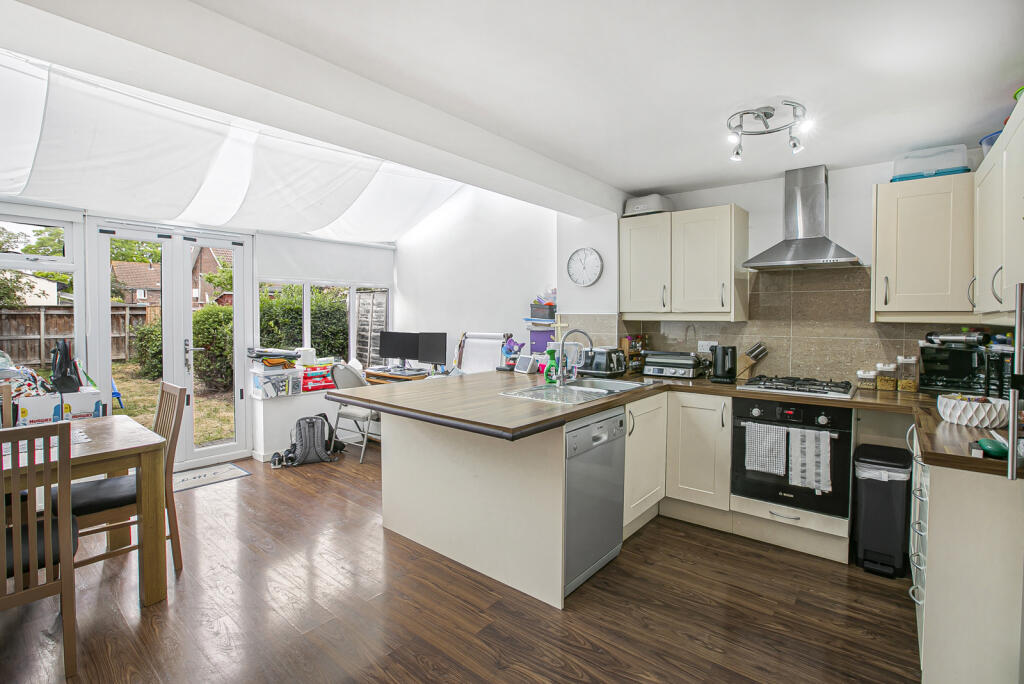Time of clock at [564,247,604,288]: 11:01
